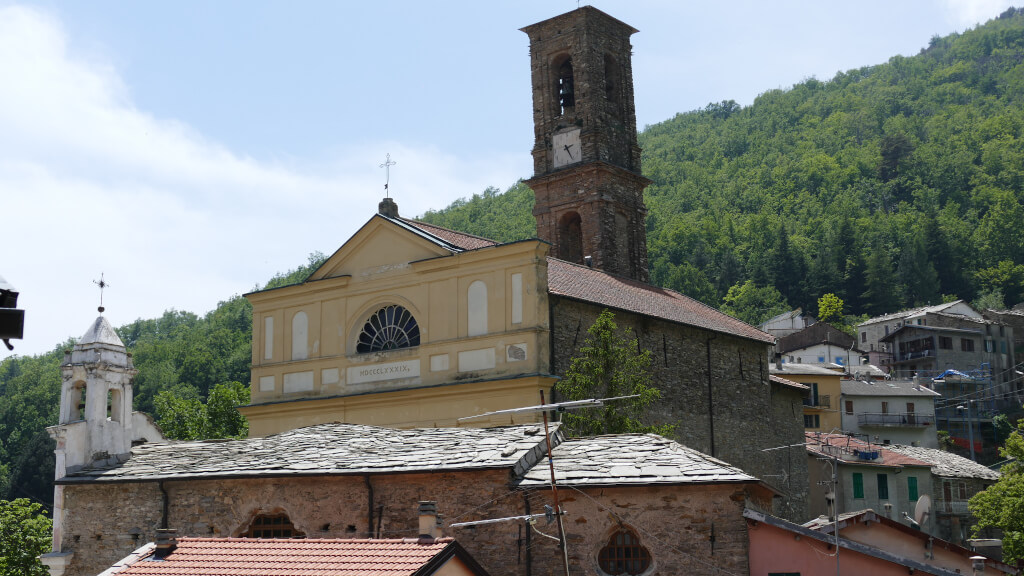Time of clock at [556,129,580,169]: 2:25
